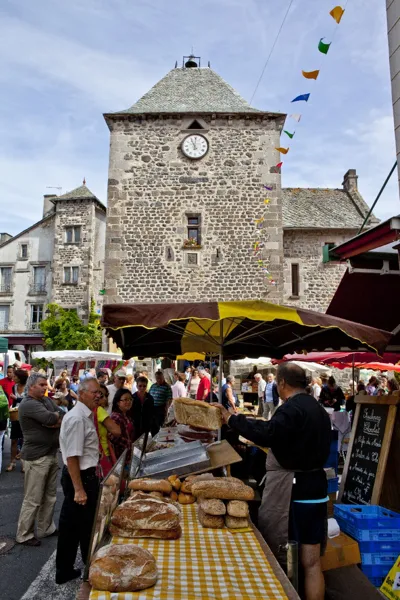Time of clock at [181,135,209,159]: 11:00
